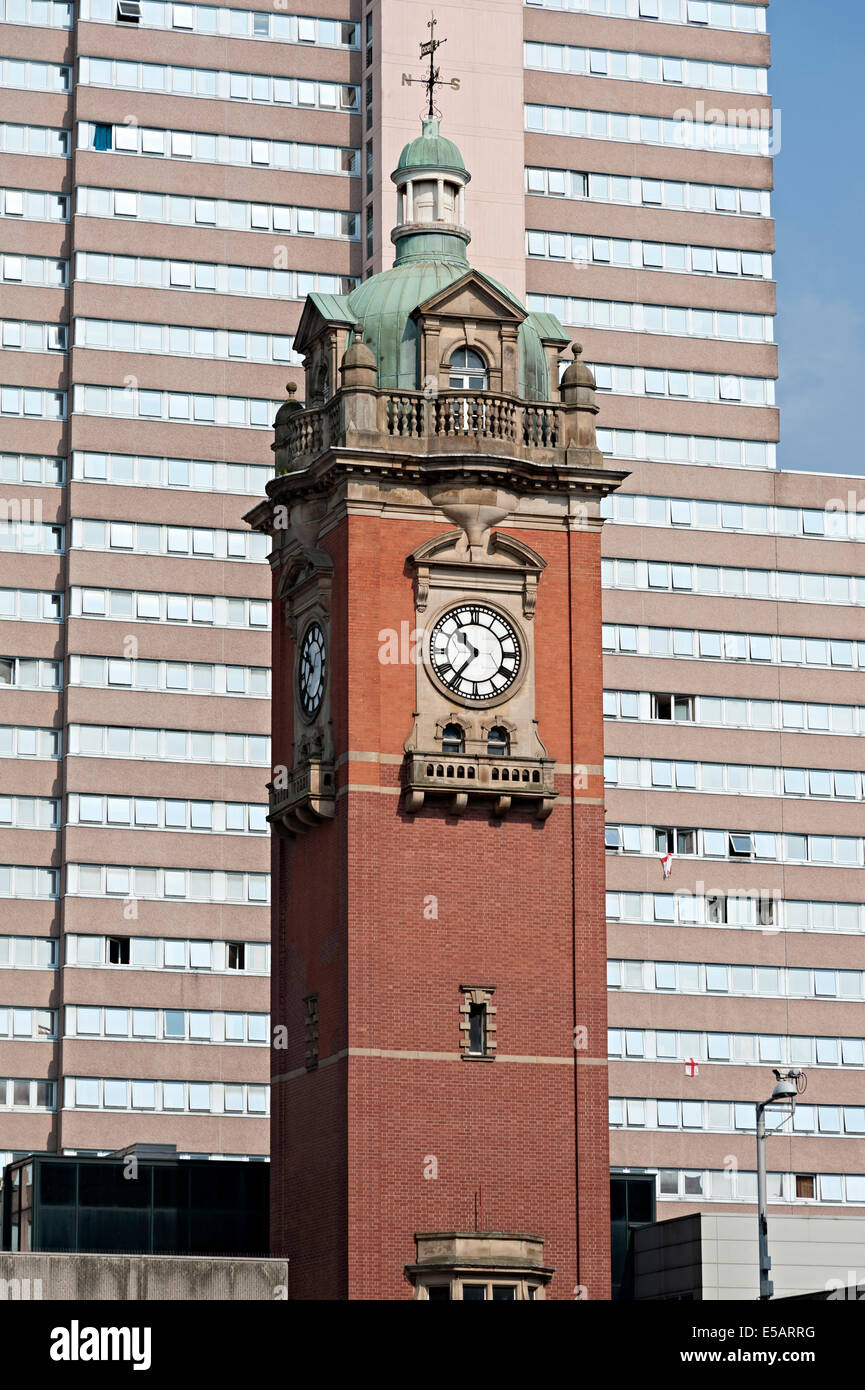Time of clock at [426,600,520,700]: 10:36
